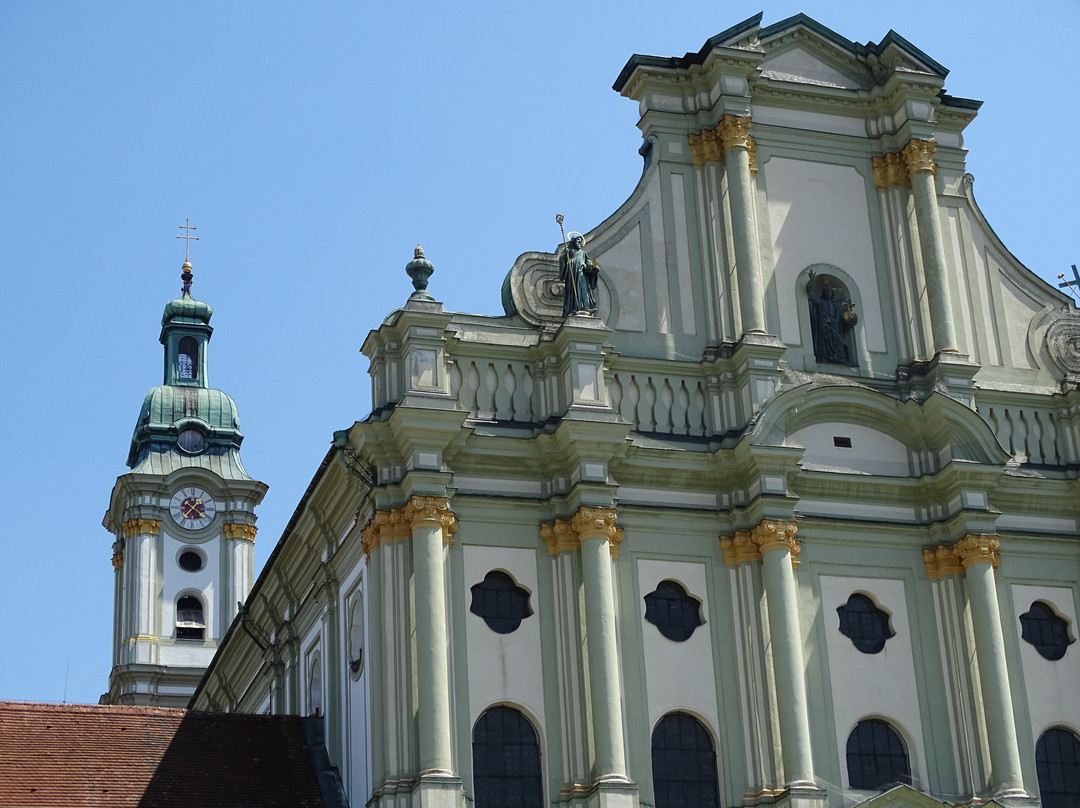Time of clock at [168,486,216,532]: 1:21
